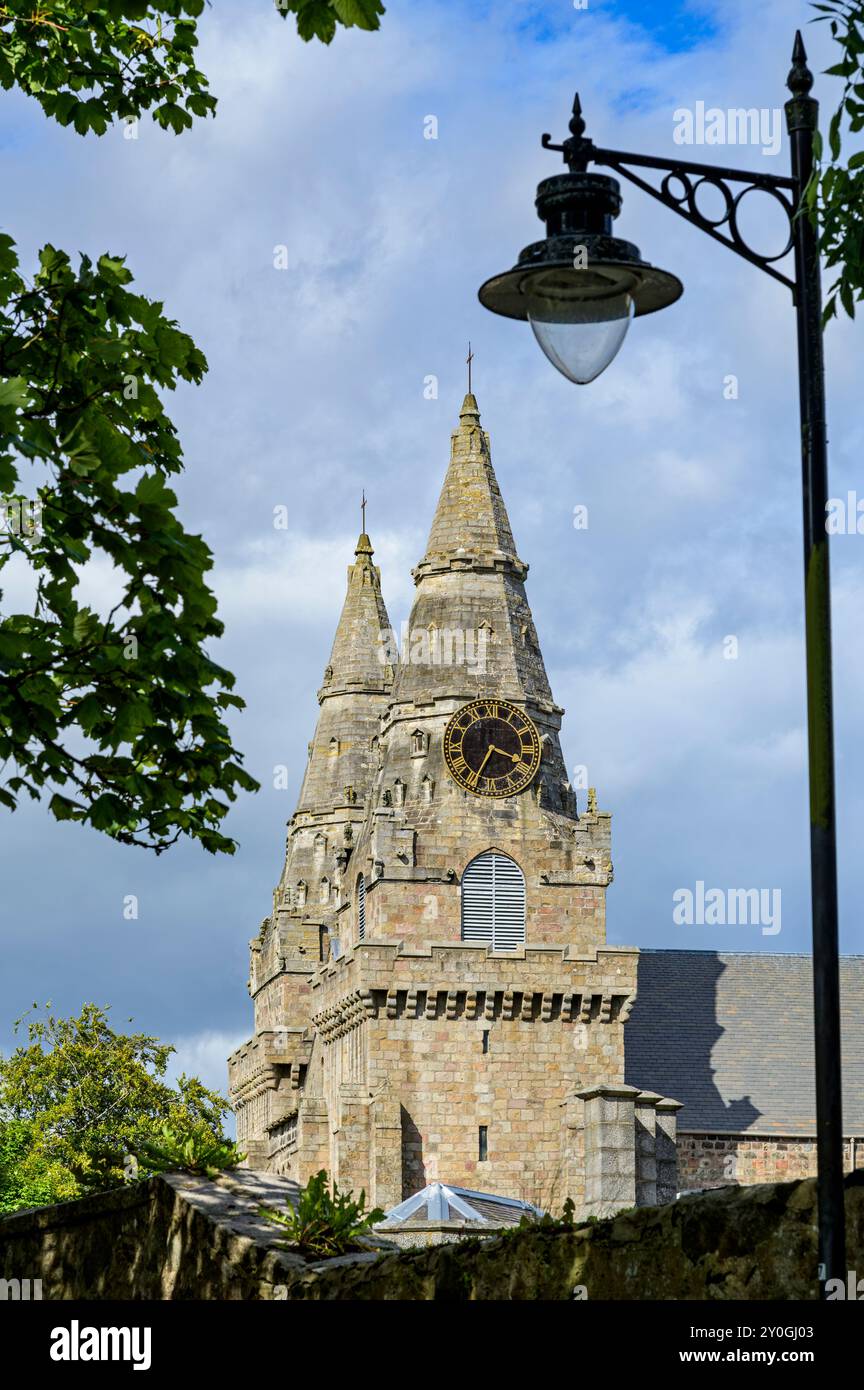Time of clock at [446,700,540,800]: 3:34
